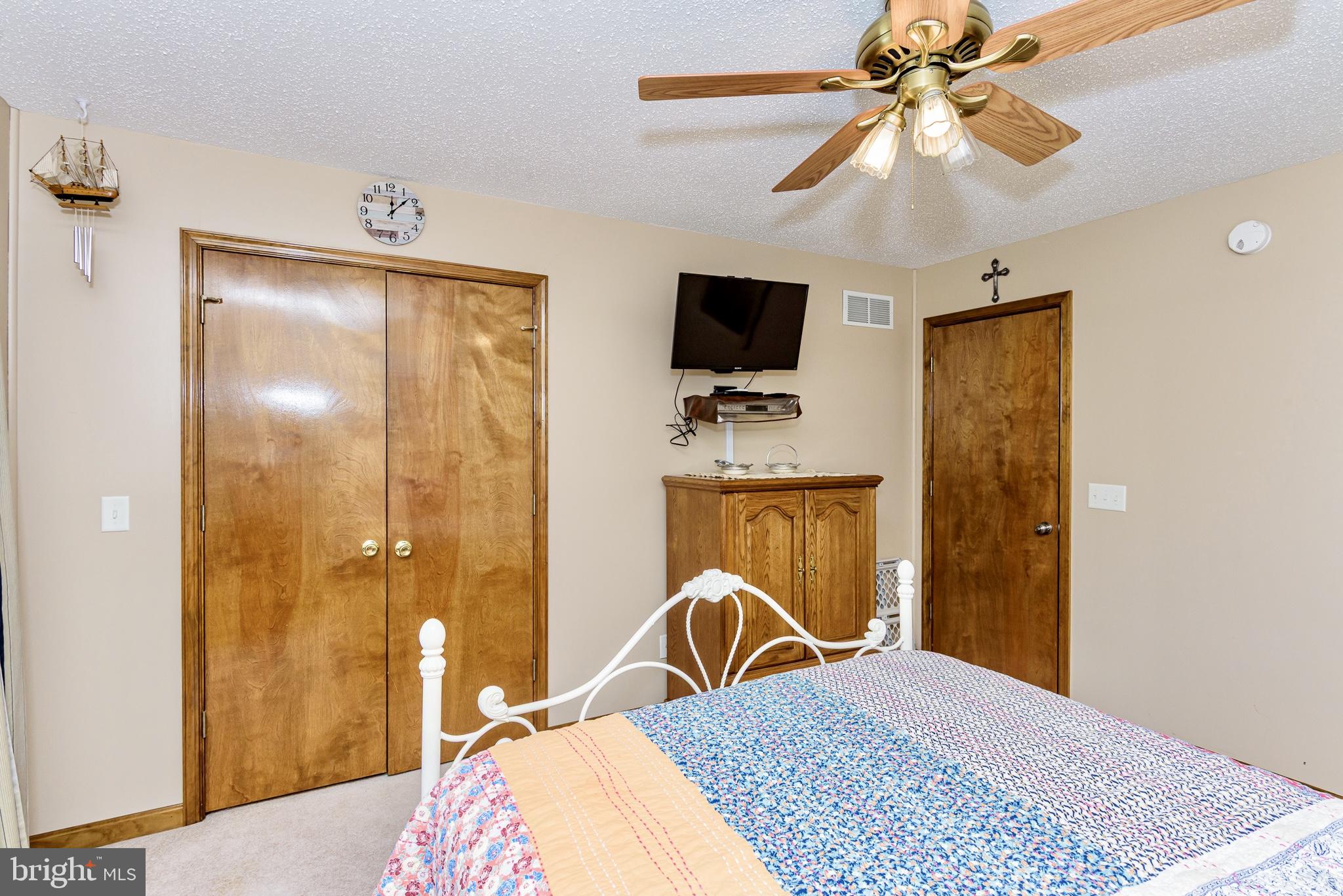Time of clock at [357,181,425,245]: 12:08
